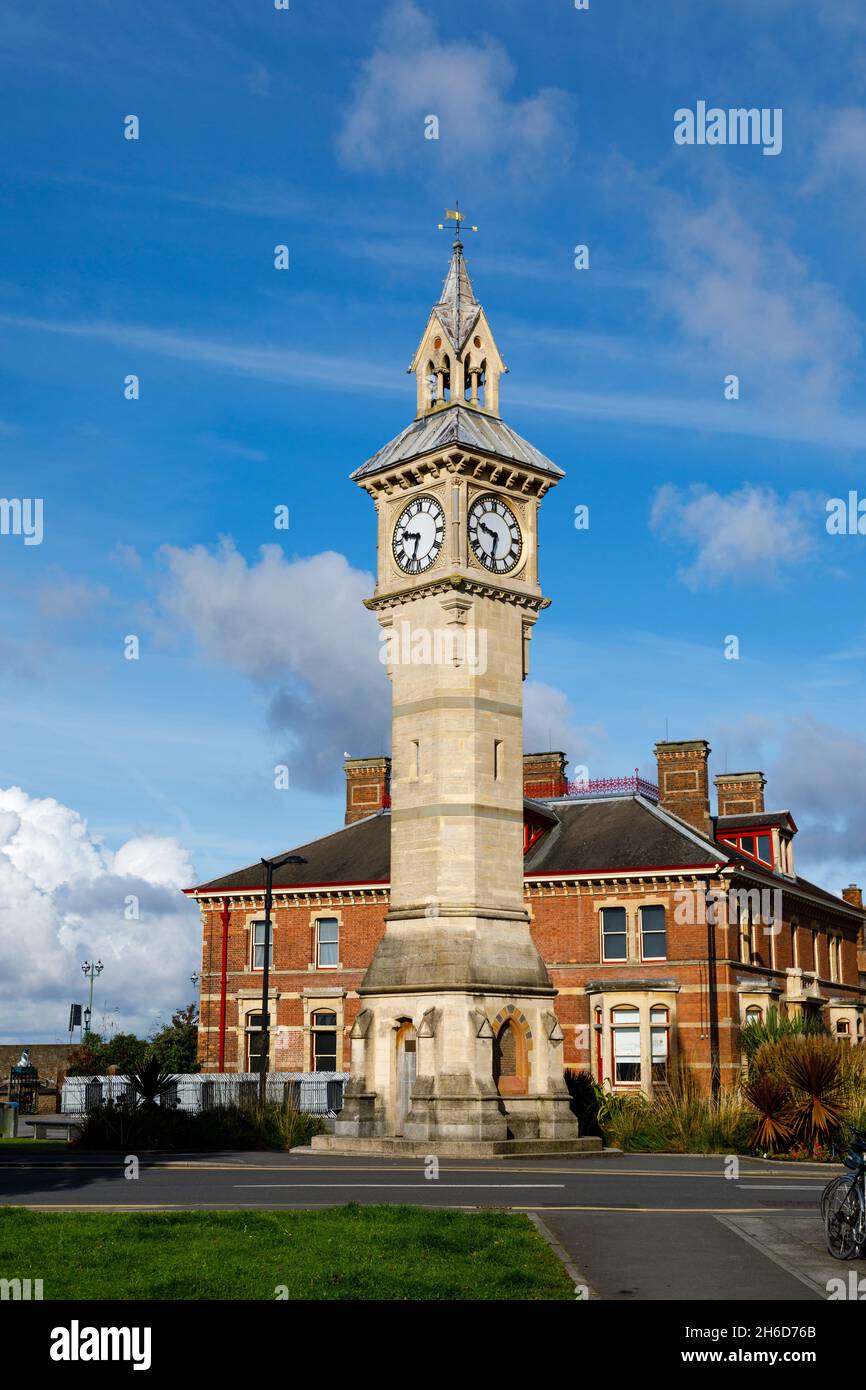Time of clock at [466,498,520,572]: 9:32
